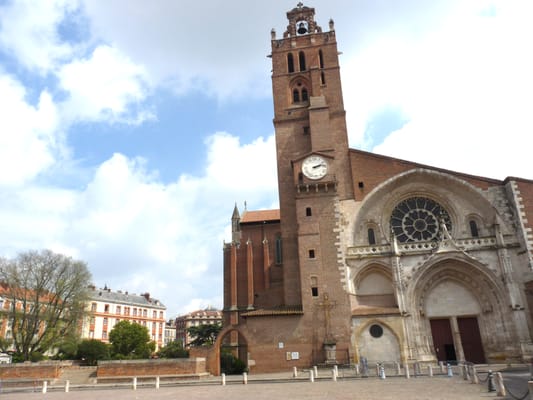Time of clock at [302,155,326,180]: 2:12
